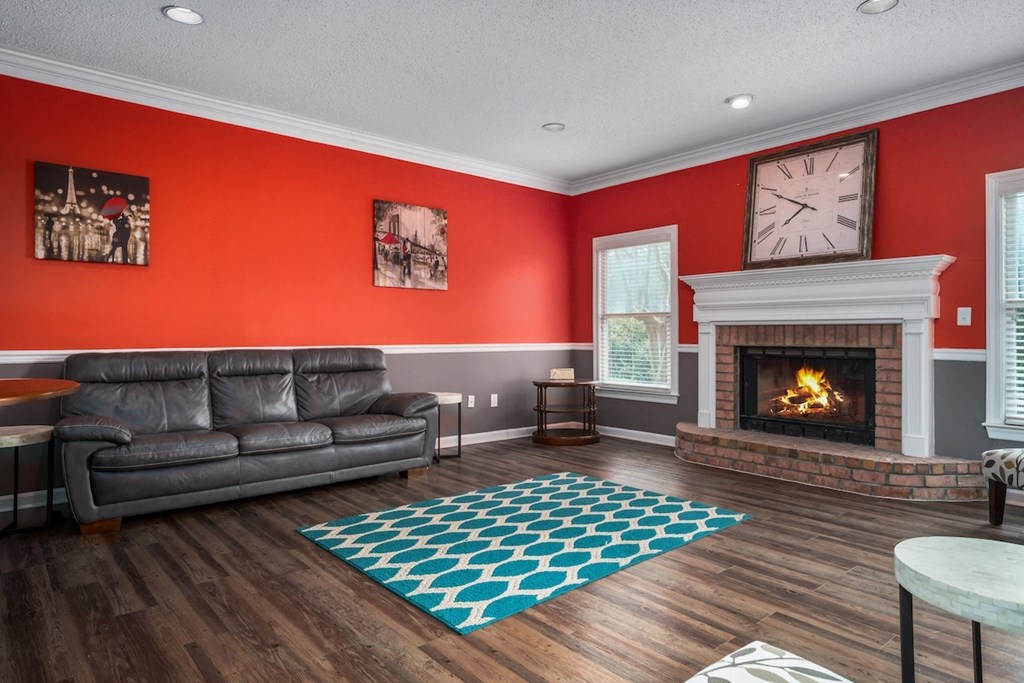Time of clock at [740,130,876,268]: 7:49
